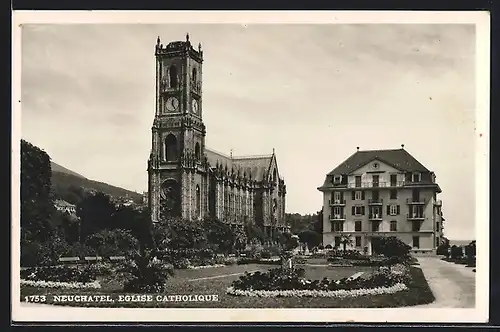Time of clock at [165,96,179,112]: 12:24
